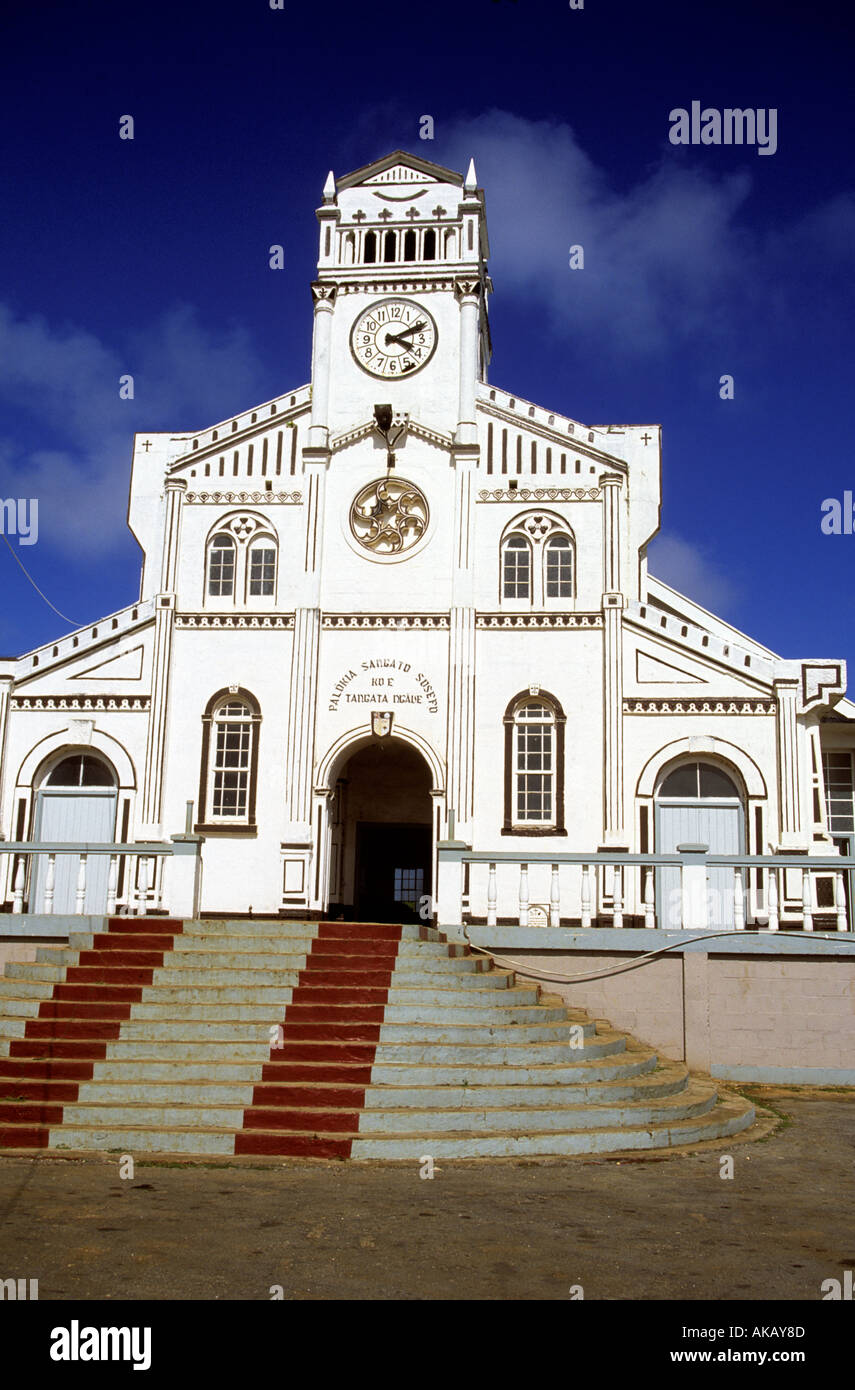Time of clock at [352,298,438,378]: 4:10
